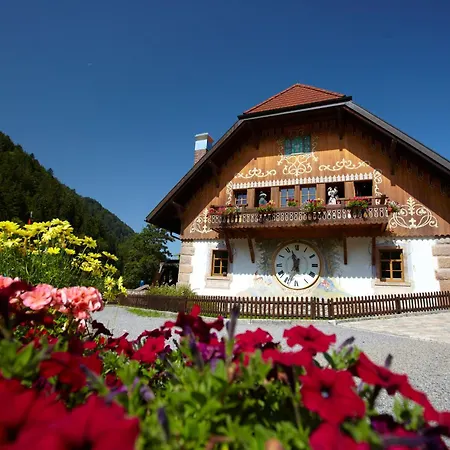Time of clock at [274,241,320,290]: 12:57
